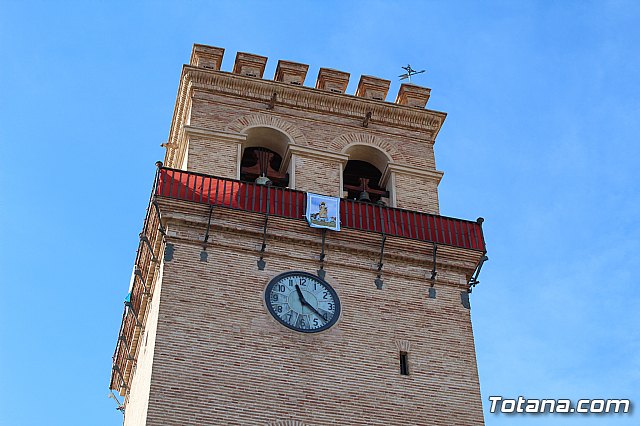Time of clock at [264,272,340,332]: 11:21
